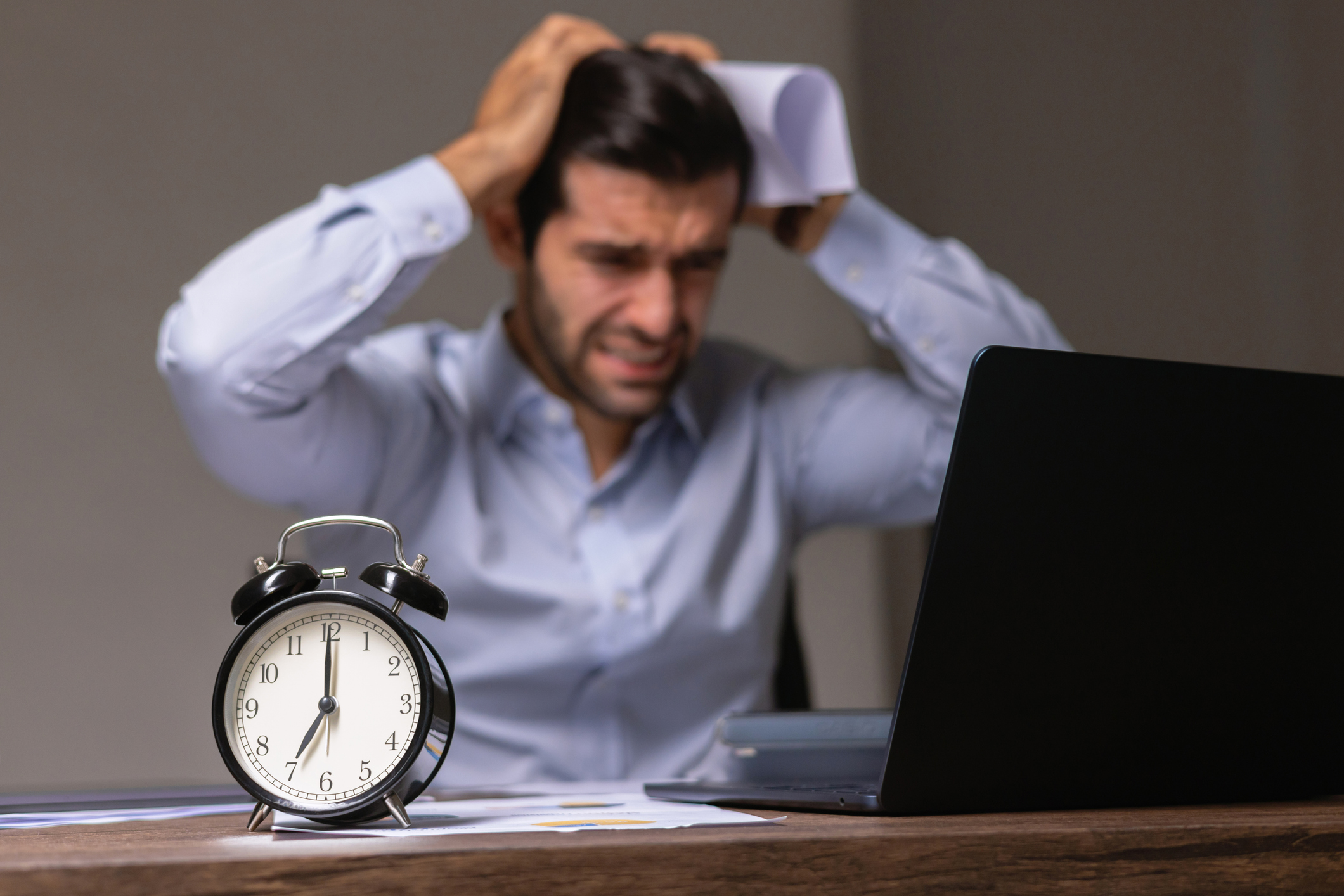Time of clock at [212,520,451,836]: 7:00
